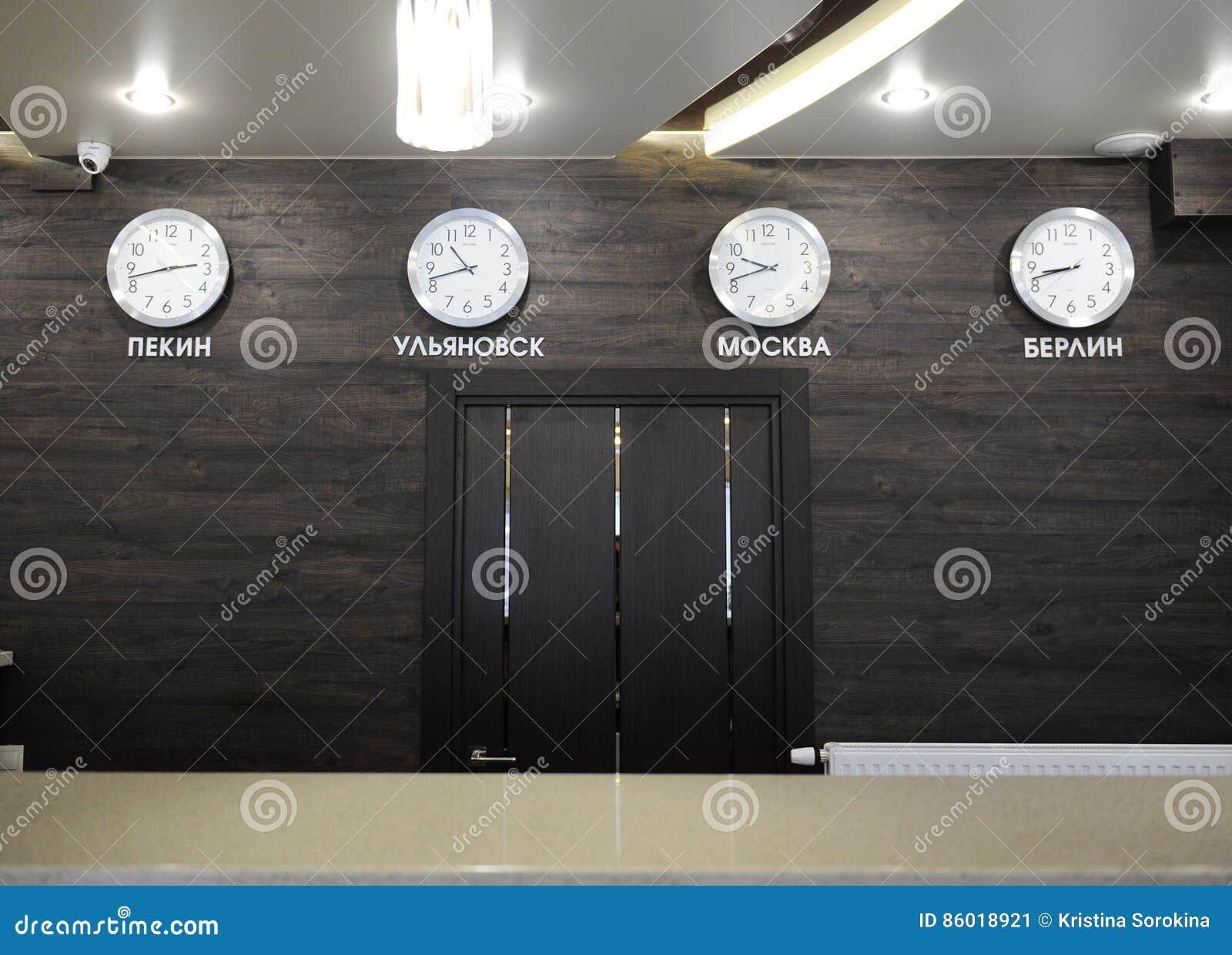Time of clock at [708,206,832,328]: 9:42
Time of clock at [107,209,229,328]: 2:42
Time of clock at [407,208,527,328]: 10:42
